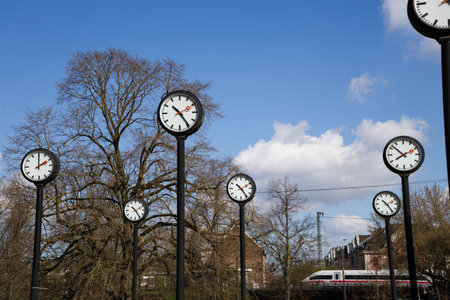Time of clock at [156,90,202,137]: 10:24
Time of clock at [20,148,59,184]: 2:00
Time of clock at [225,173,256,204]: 10:24
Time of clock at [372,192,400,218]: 2:24
